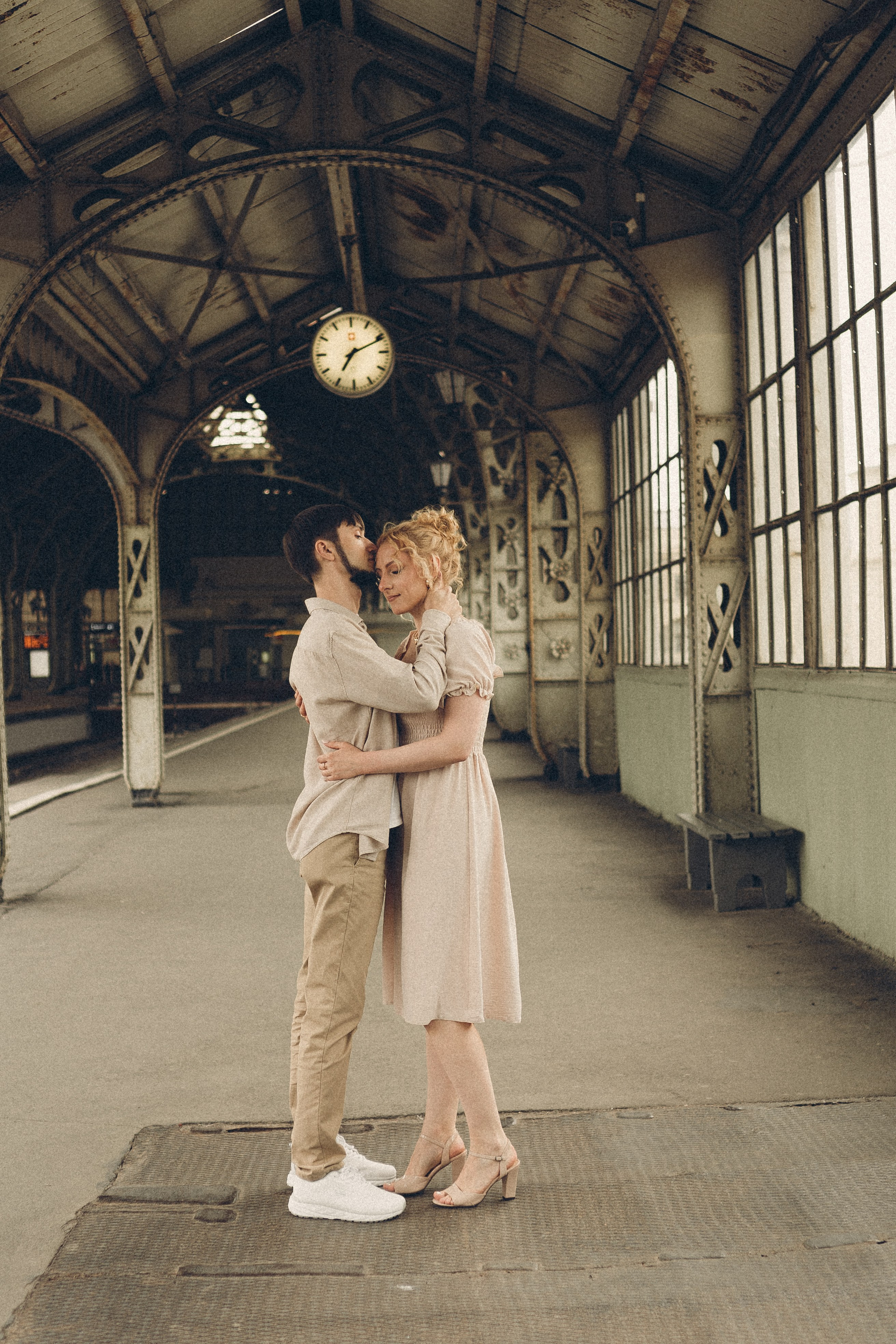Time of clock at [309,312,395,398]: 7:10
